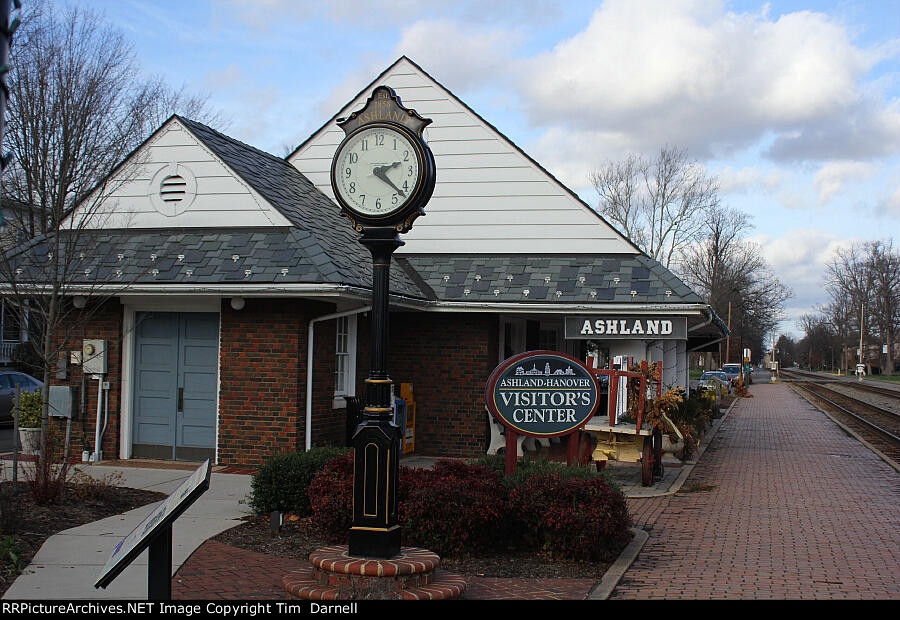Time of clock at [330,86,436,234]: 2:21
